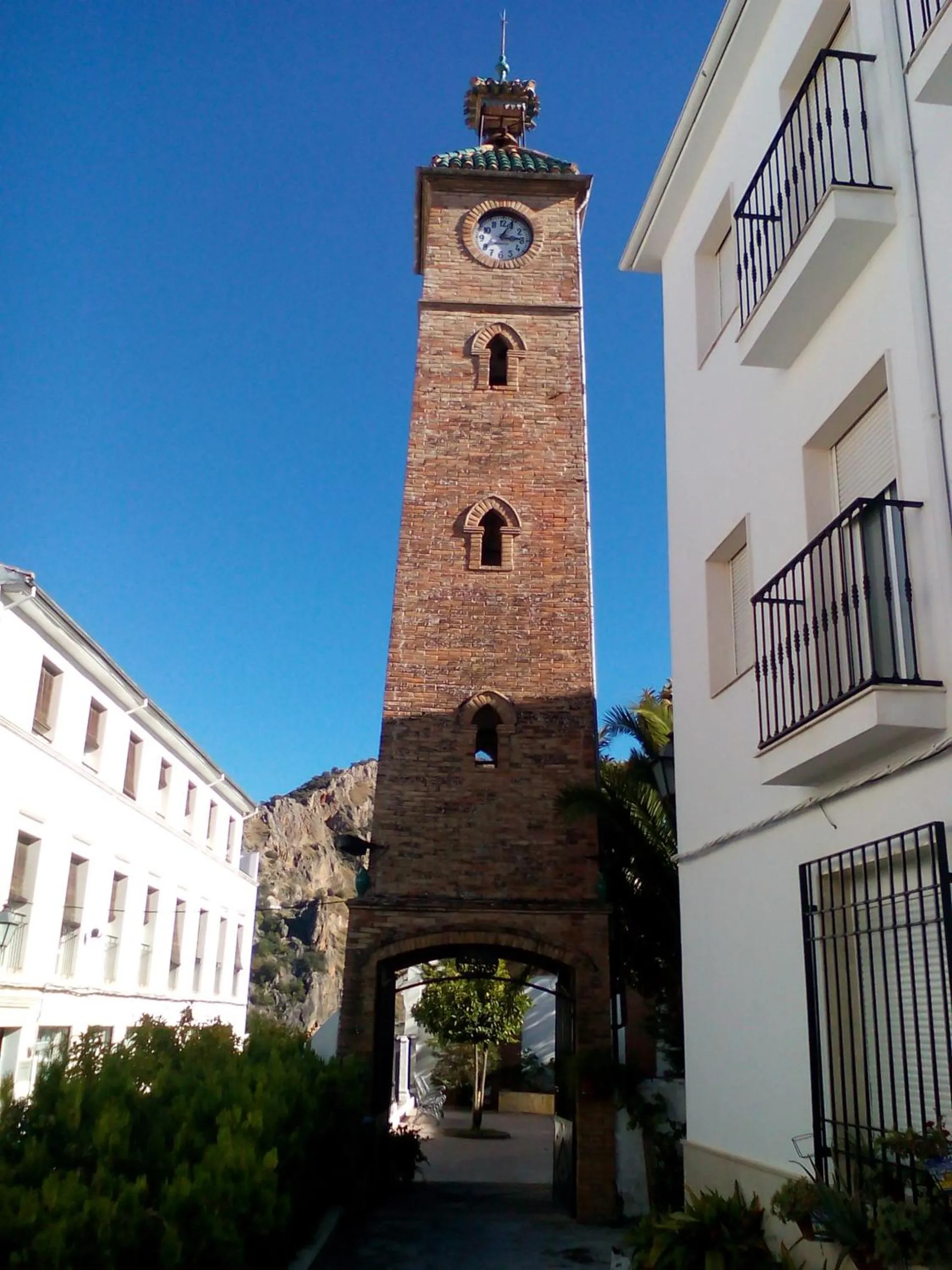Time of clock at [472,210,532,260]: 3:04
